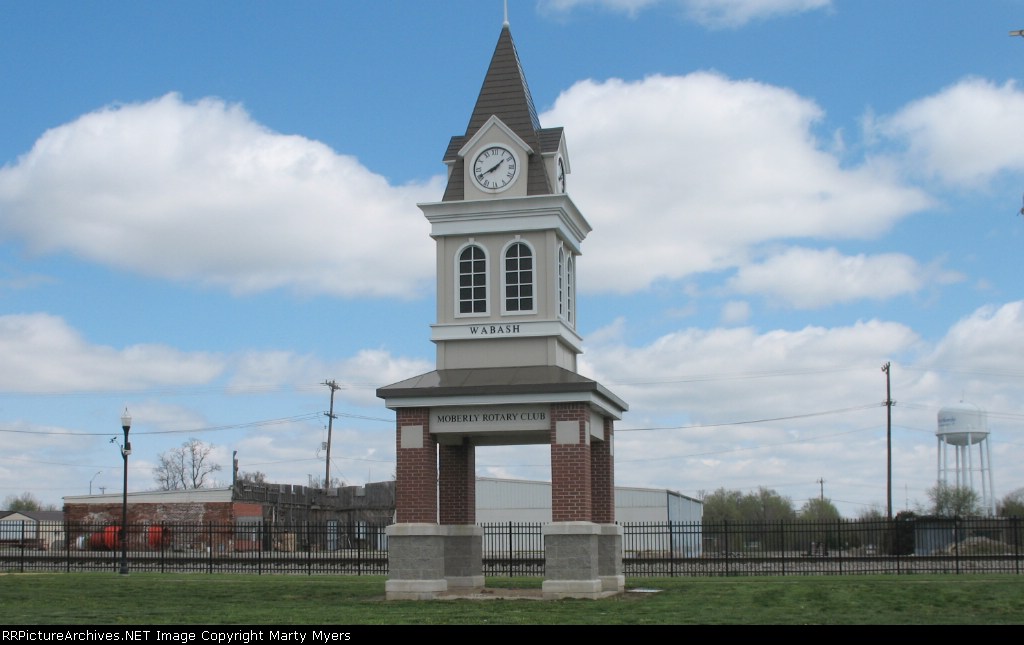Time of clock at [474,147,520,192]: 1:40
